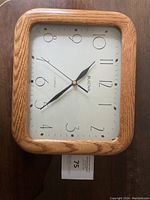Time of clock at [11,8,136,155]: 1:38
